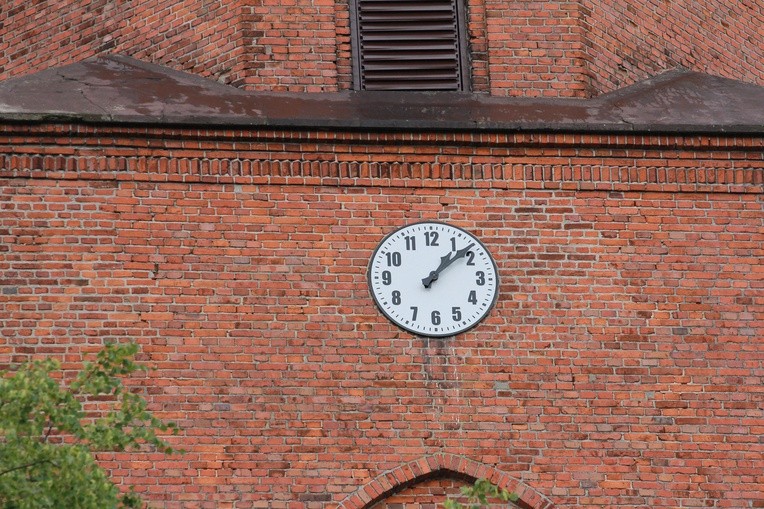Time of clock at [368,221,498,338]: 1:08
